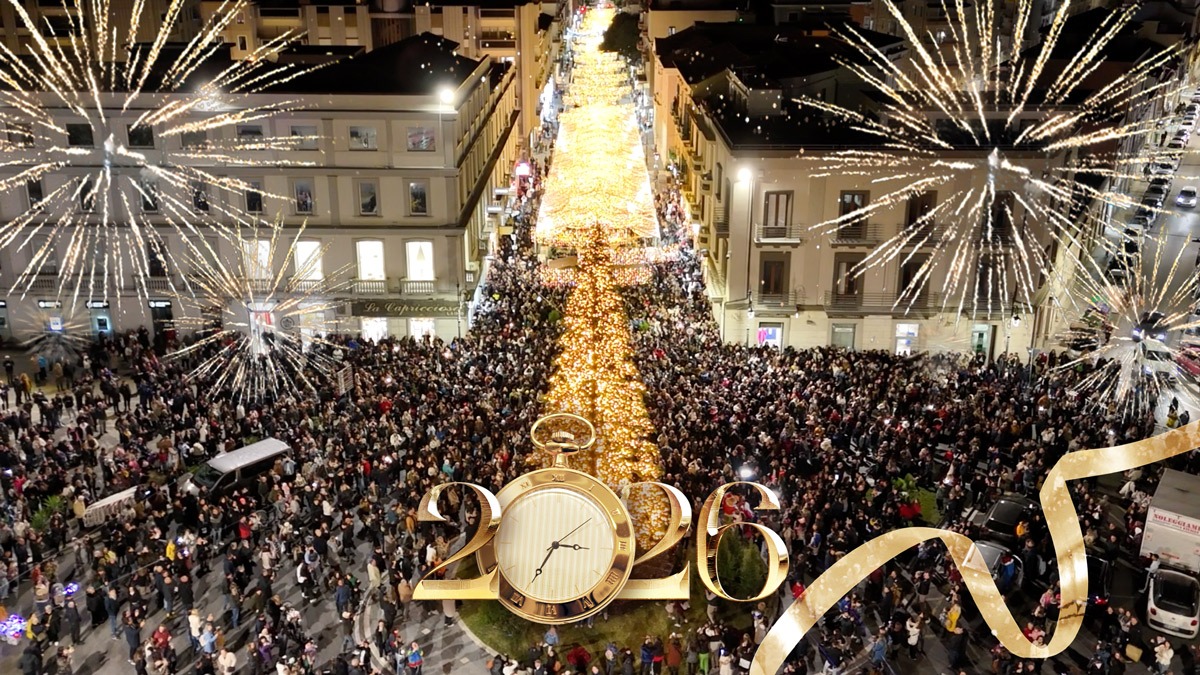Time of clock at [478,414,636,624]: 3:34
